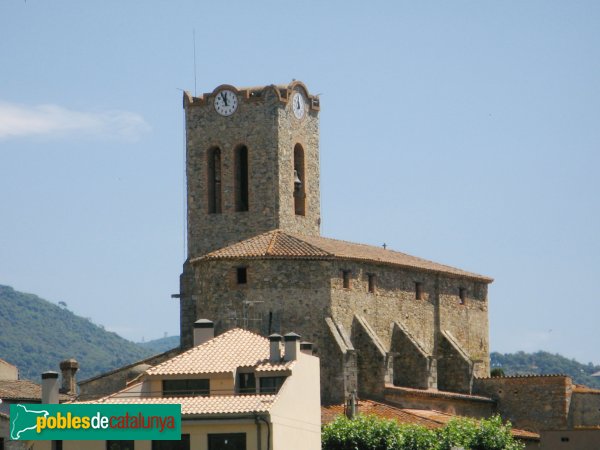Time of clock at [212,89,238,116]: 11:55
